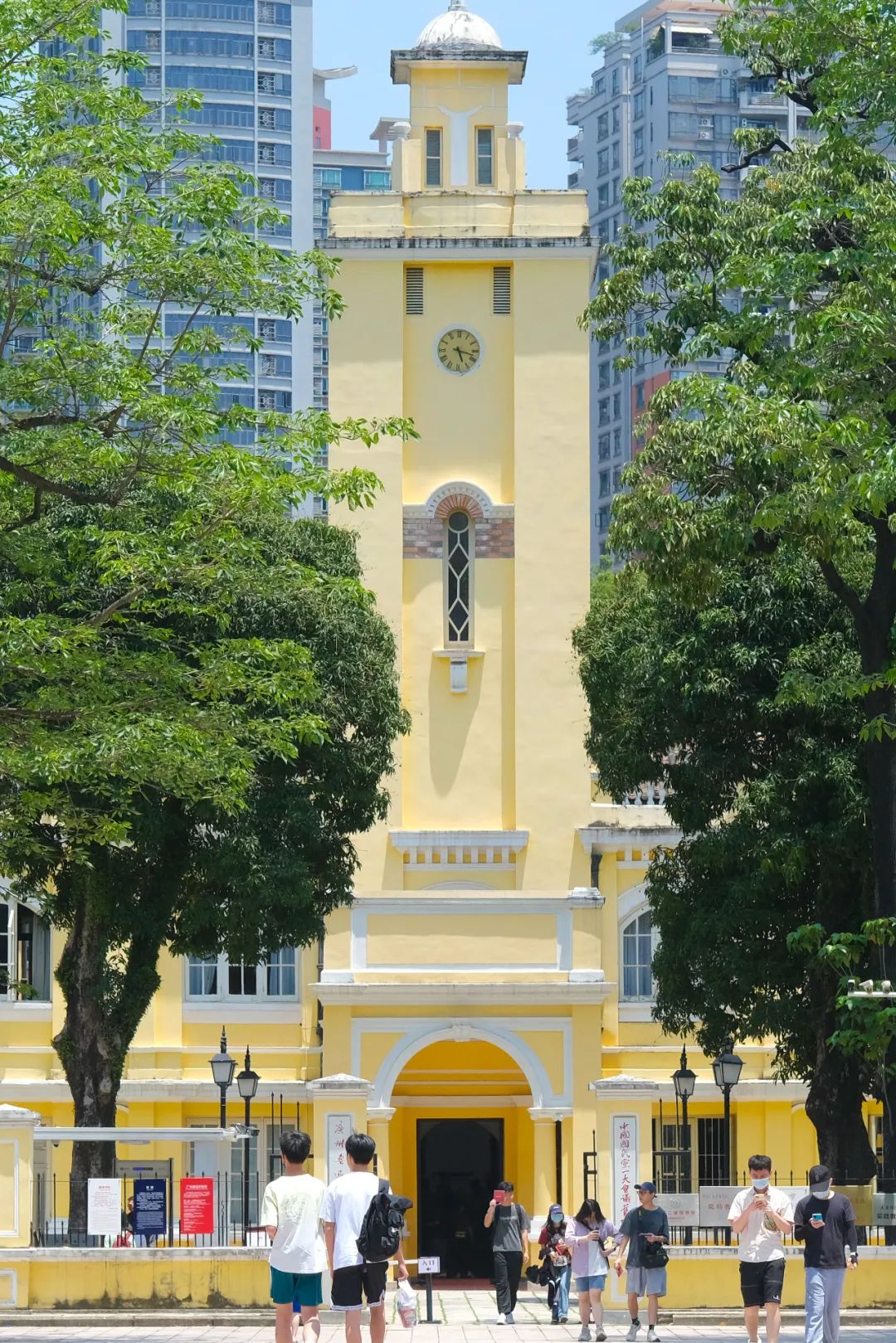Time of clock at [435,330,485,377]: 5:17
